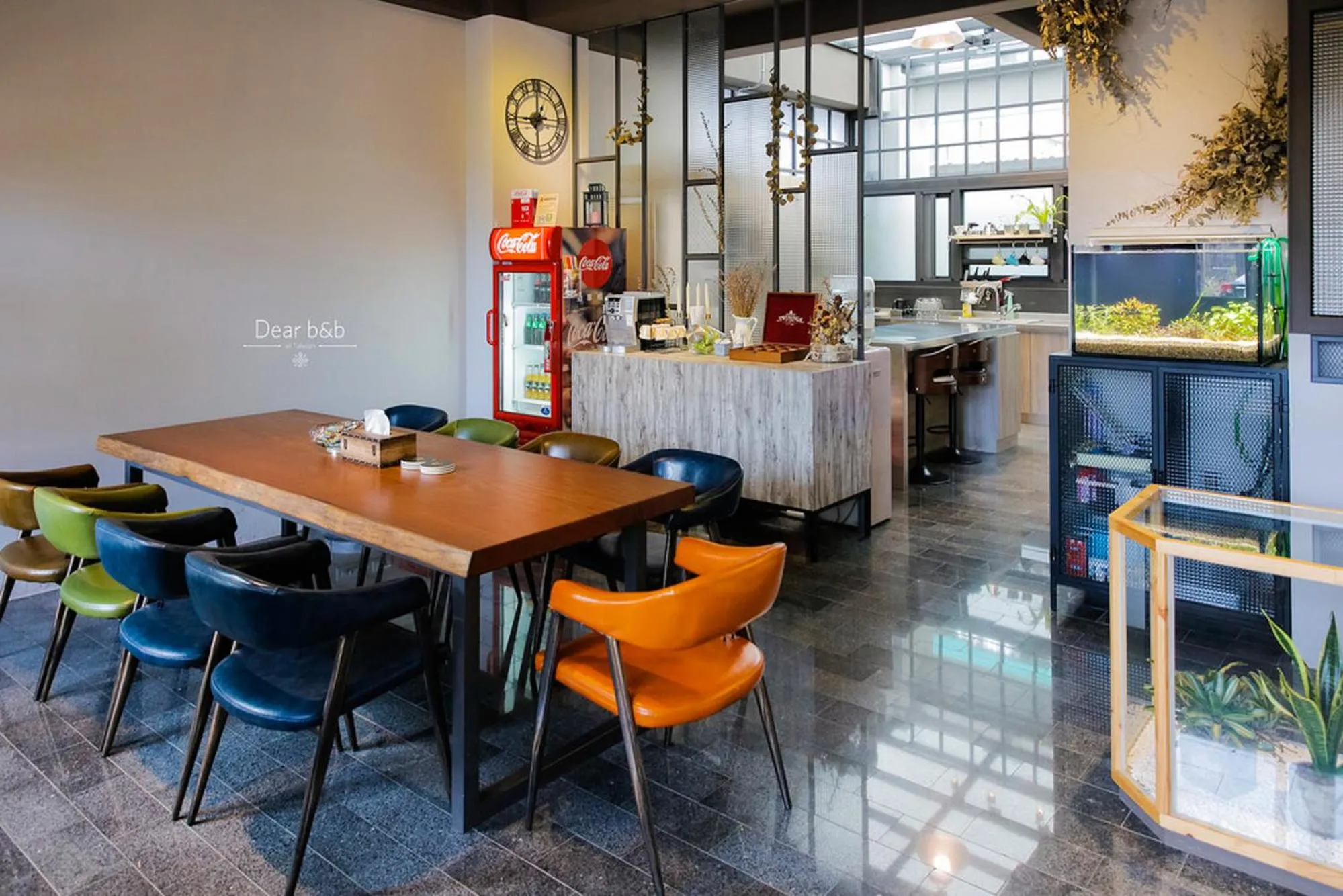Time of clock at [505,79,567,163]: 8:00
